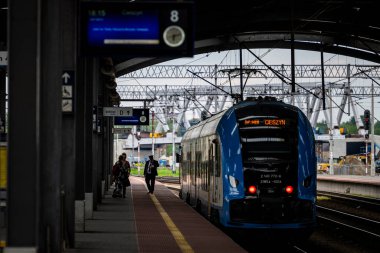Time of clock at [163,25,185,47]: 6:13
